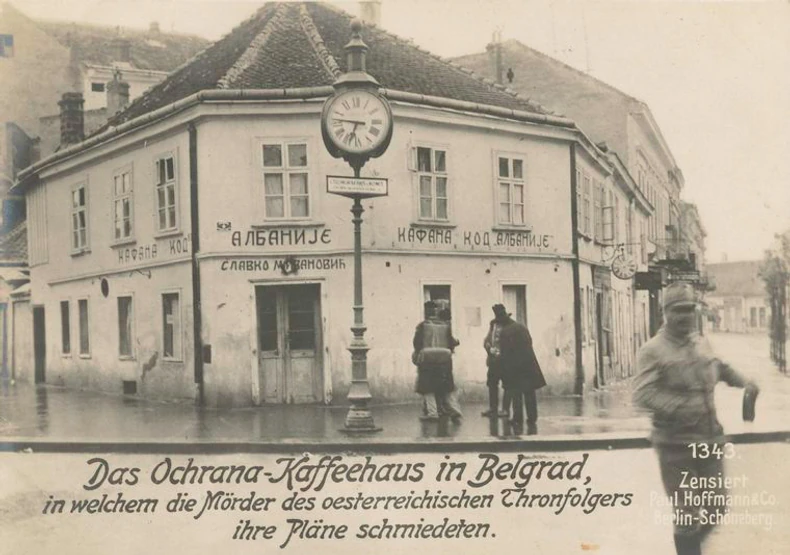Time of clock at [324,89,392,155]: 6:46
